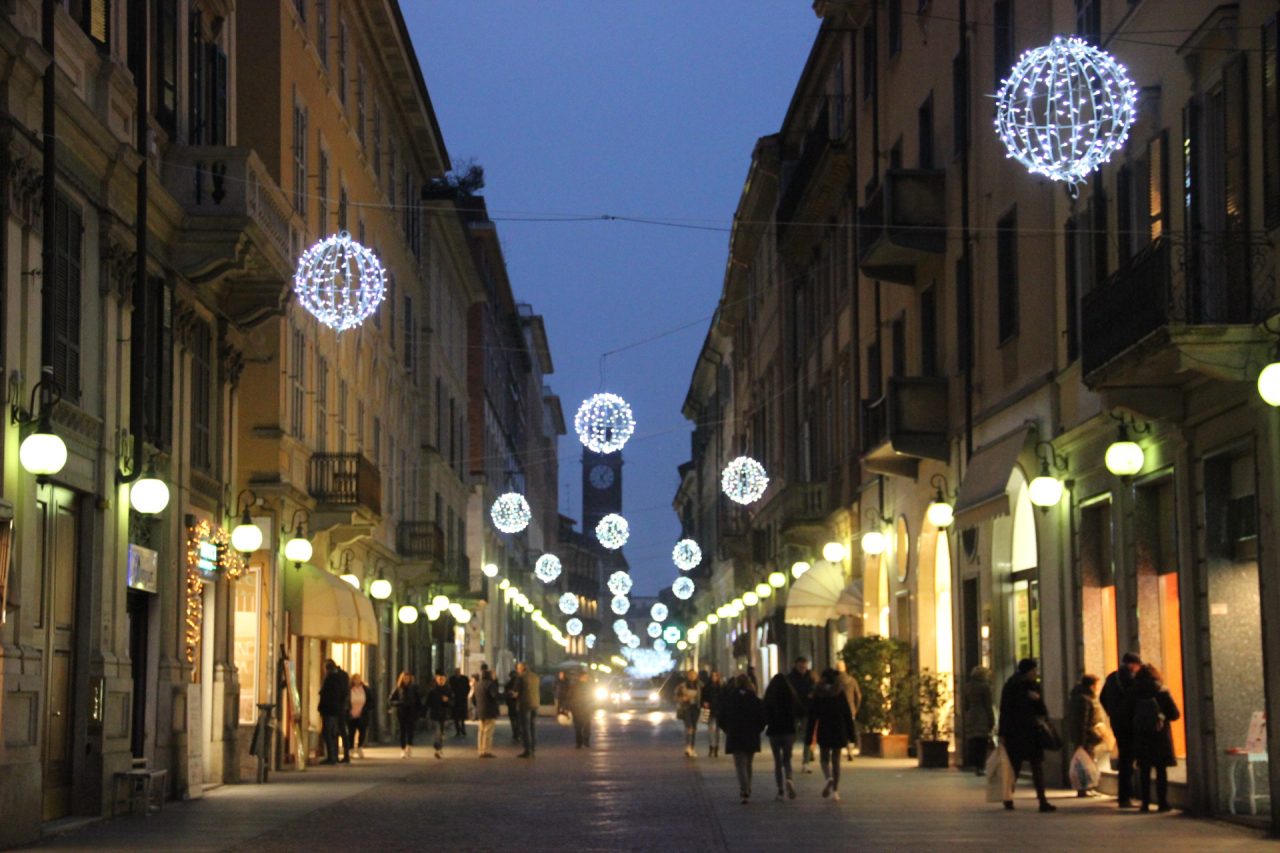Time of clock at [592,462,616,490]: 5:06
